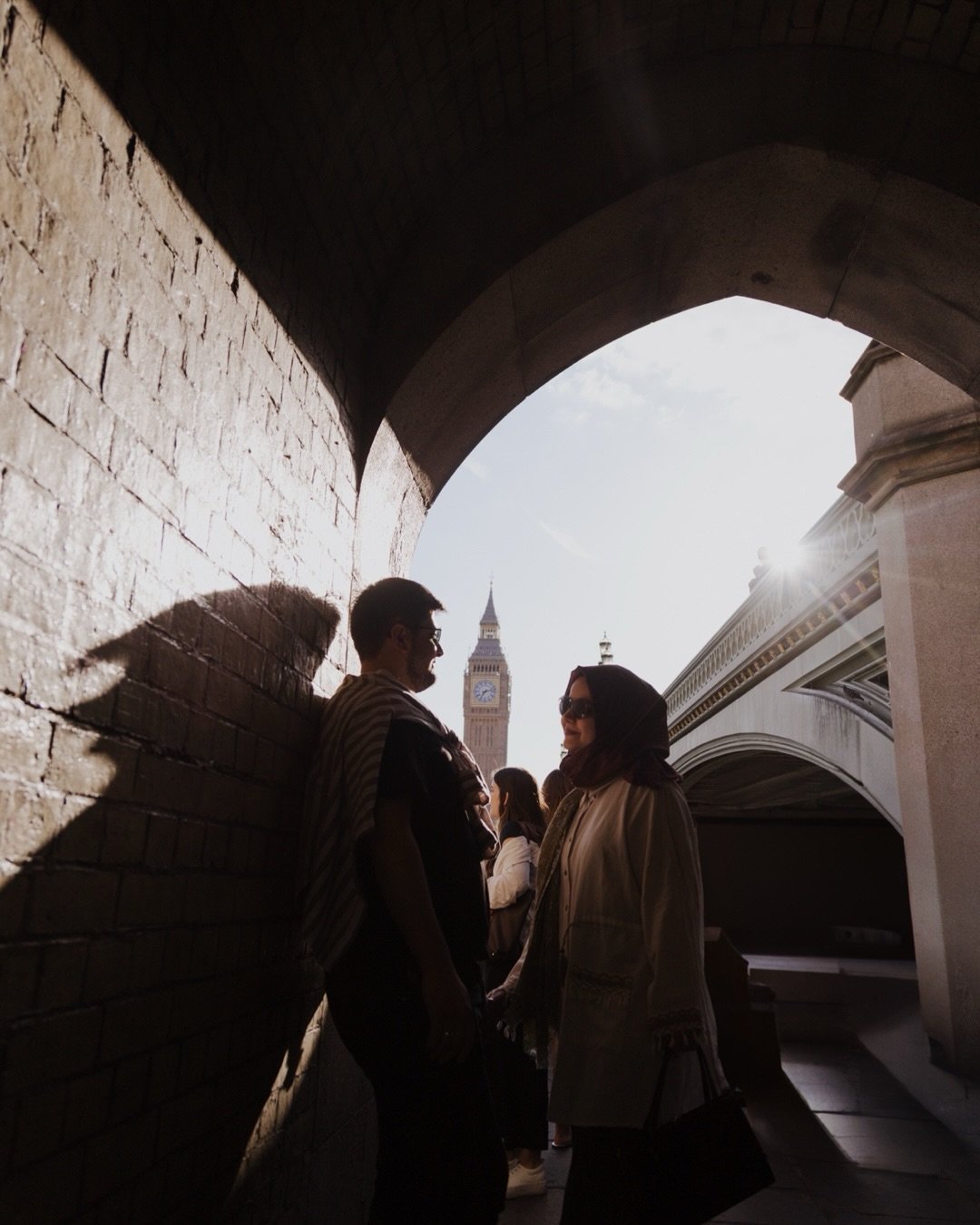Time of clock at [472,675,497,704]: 7:12
